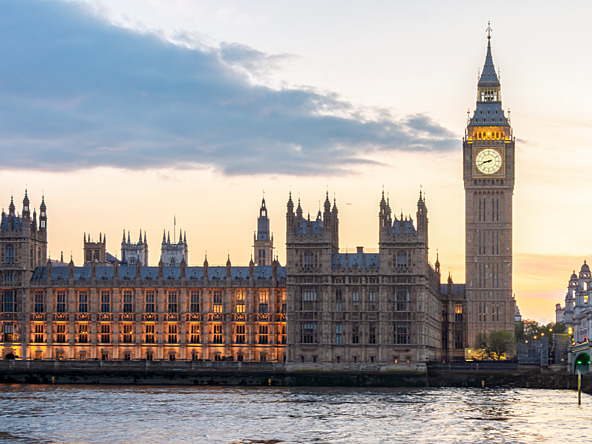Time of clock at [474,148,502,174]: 8:41
